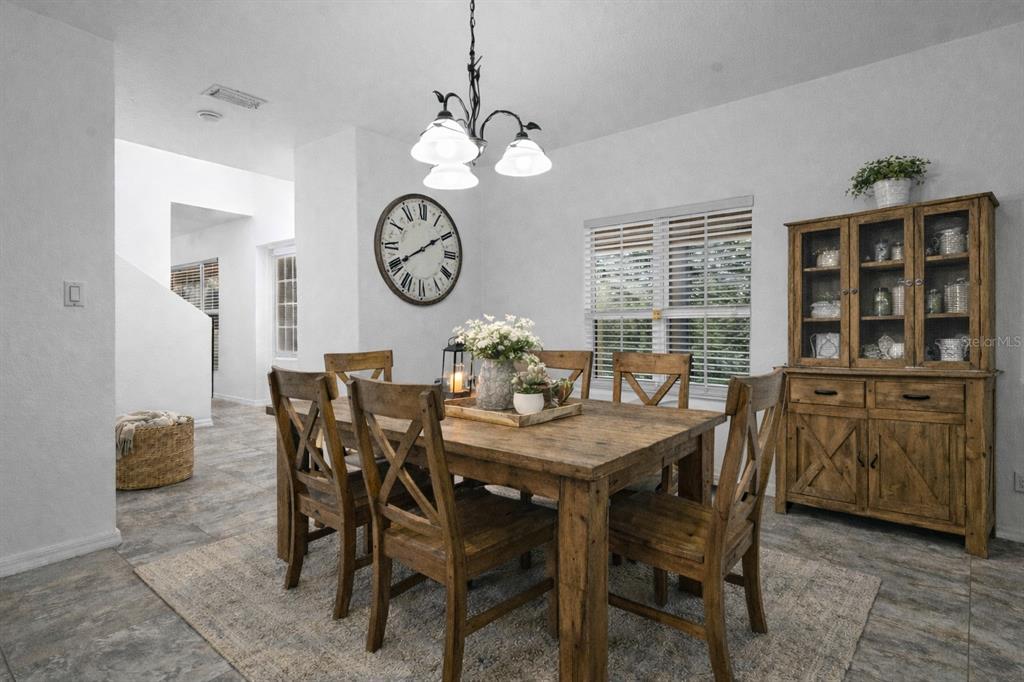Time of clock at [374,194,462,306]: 8:09
